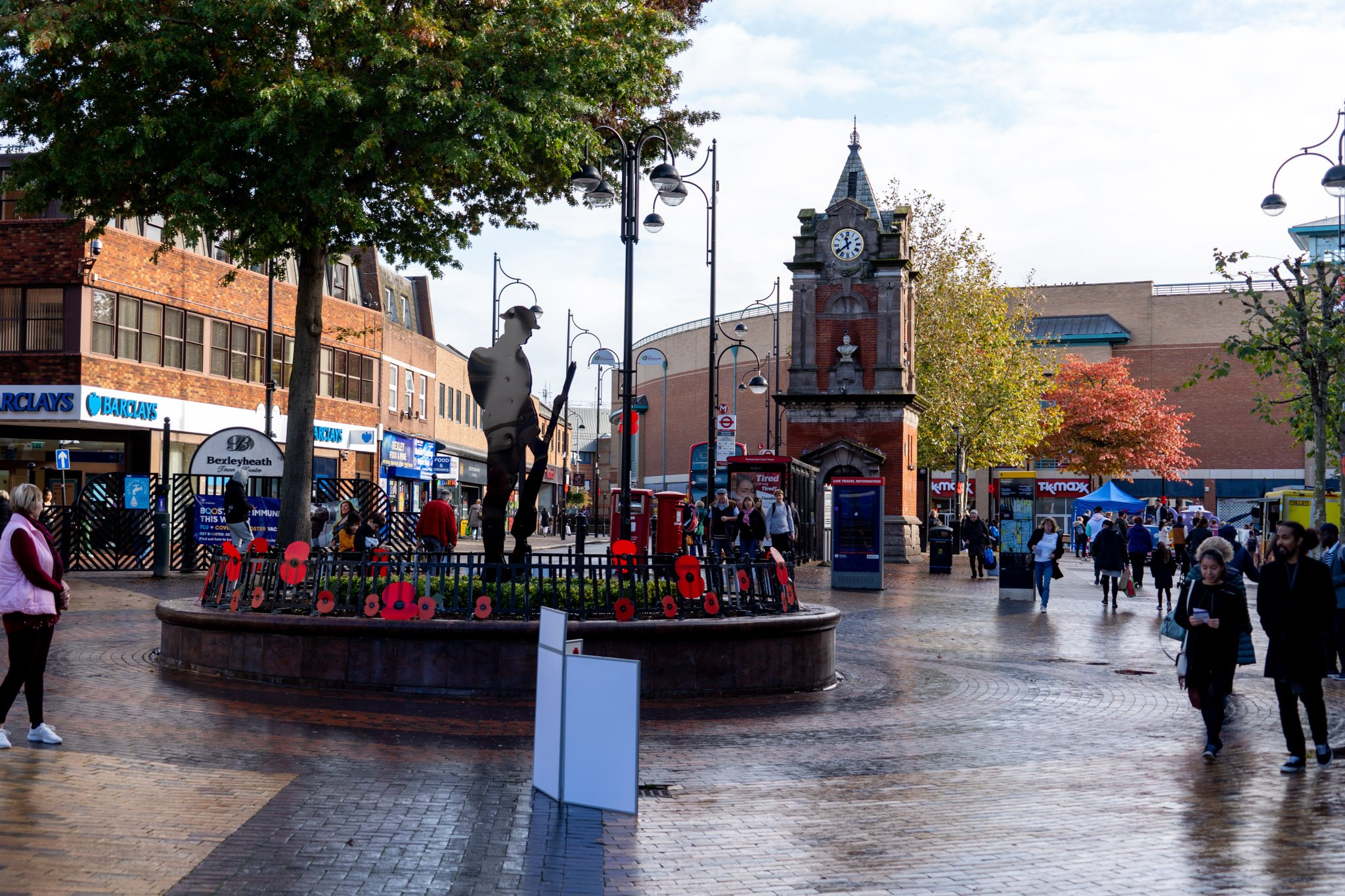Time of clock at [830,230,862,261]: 11:38
